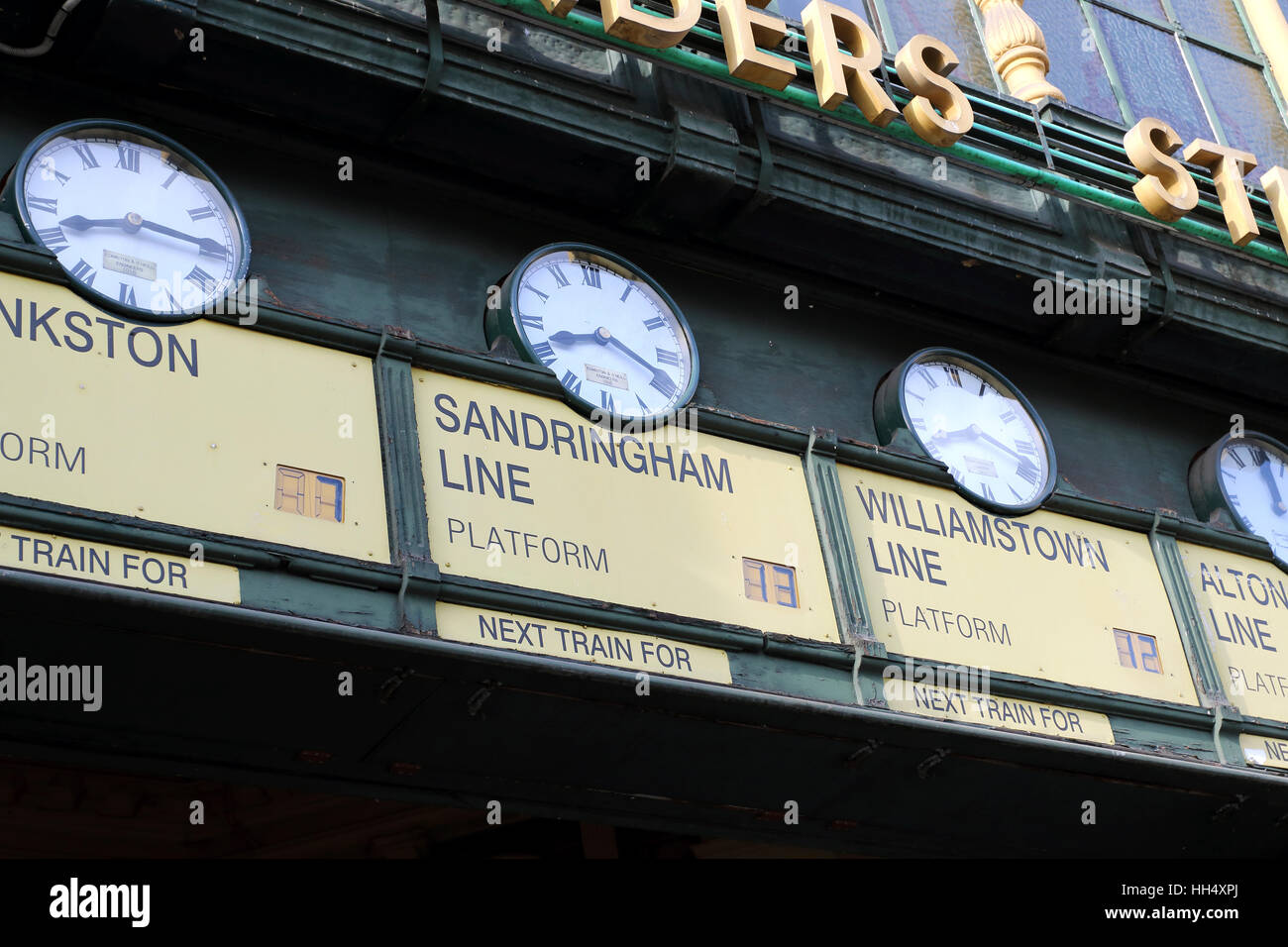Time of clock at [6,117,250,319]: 8:15
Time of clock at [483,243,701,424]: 8:19
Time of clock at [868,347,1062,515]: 8:17
